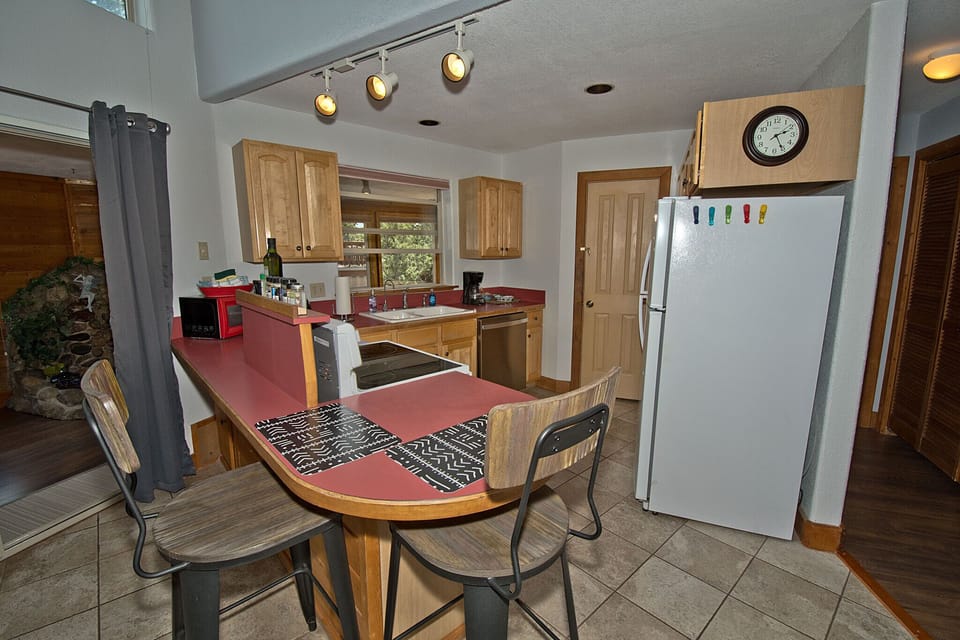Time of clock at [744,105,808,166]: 2:25
